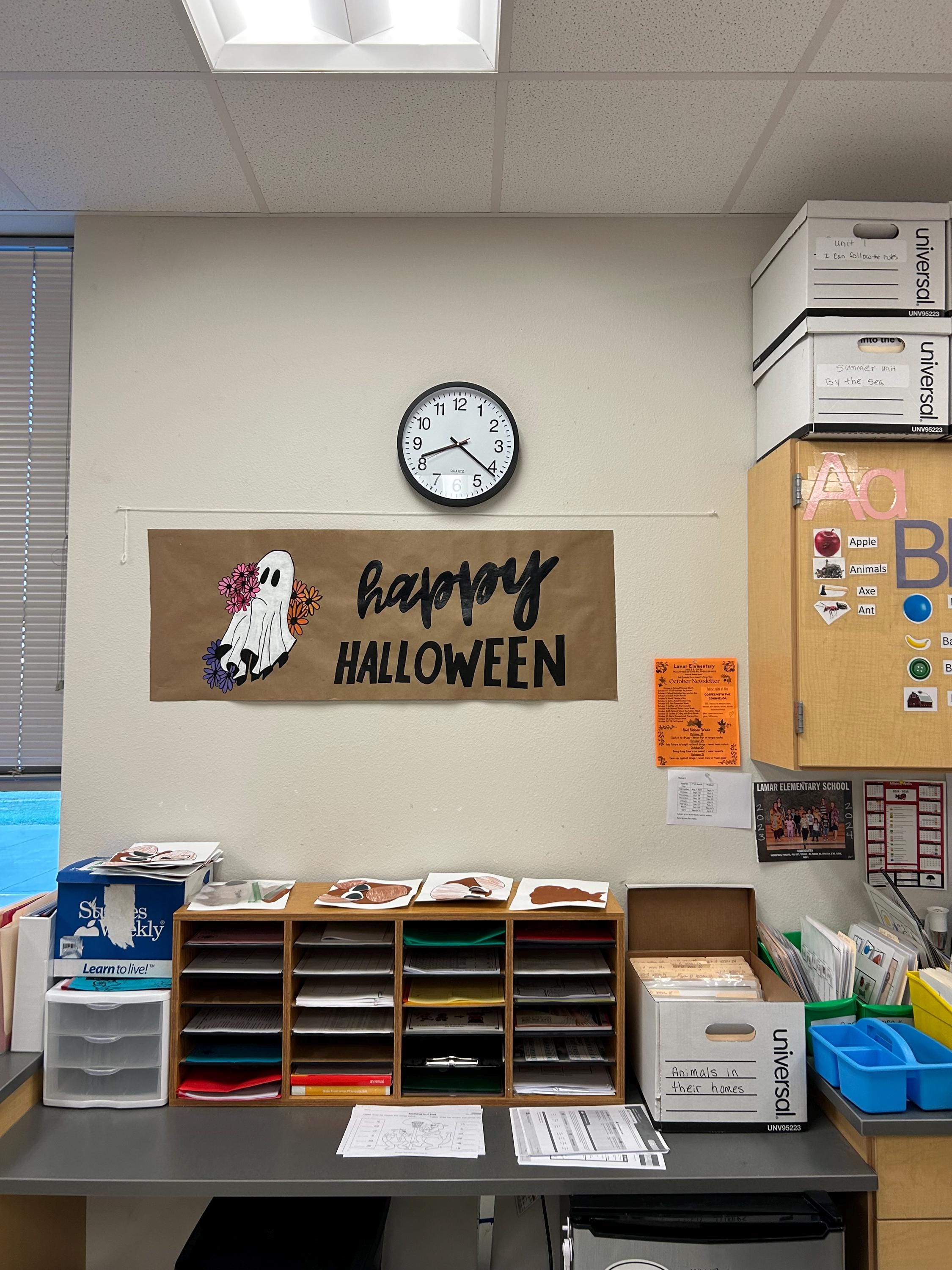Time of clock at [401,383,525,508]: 8:21
